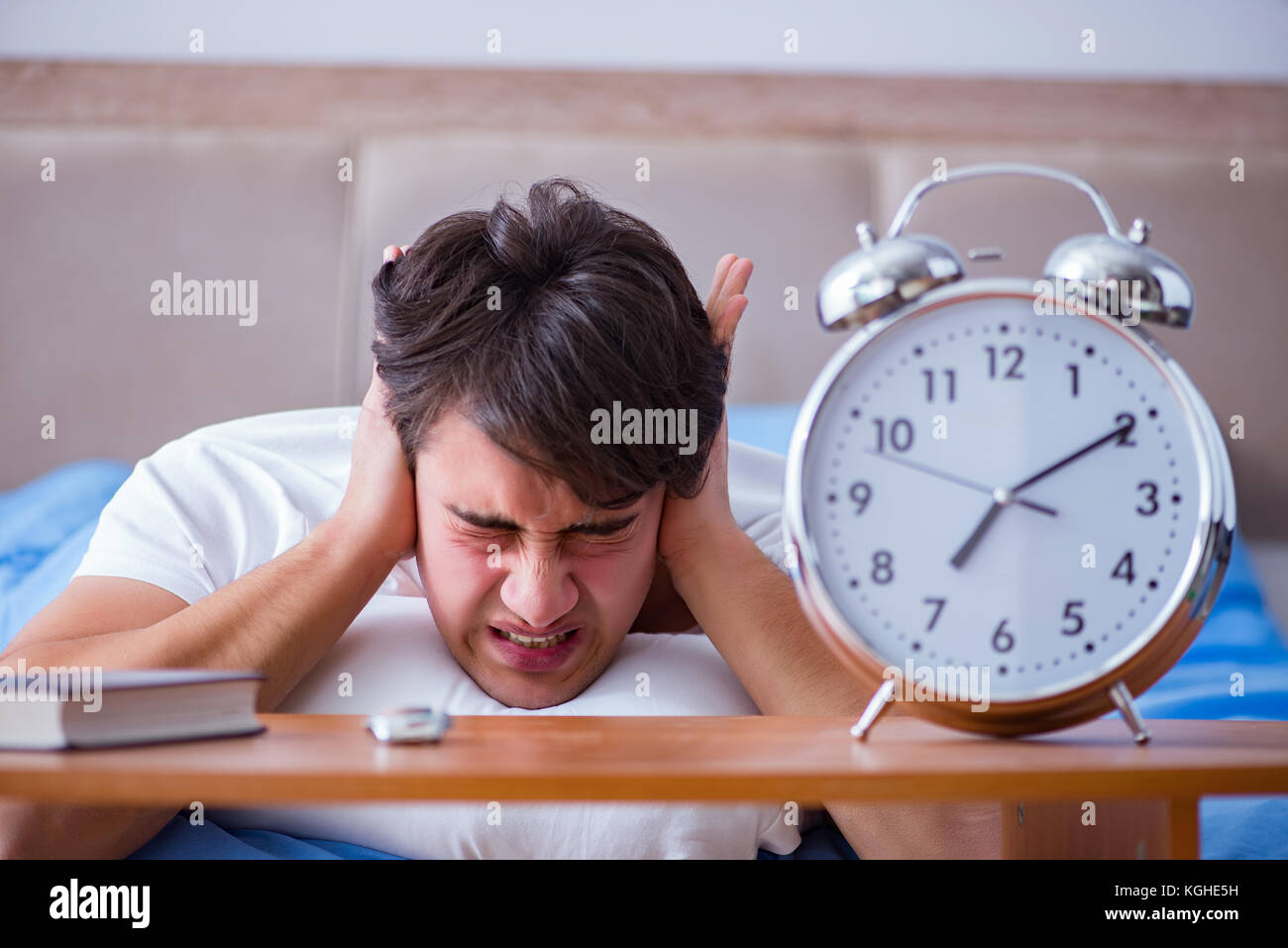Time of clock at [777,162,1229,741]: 7:10
